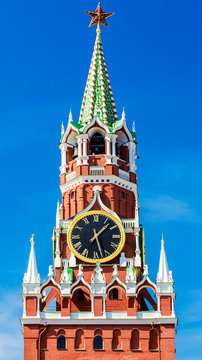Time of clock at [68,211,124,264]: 1:27
